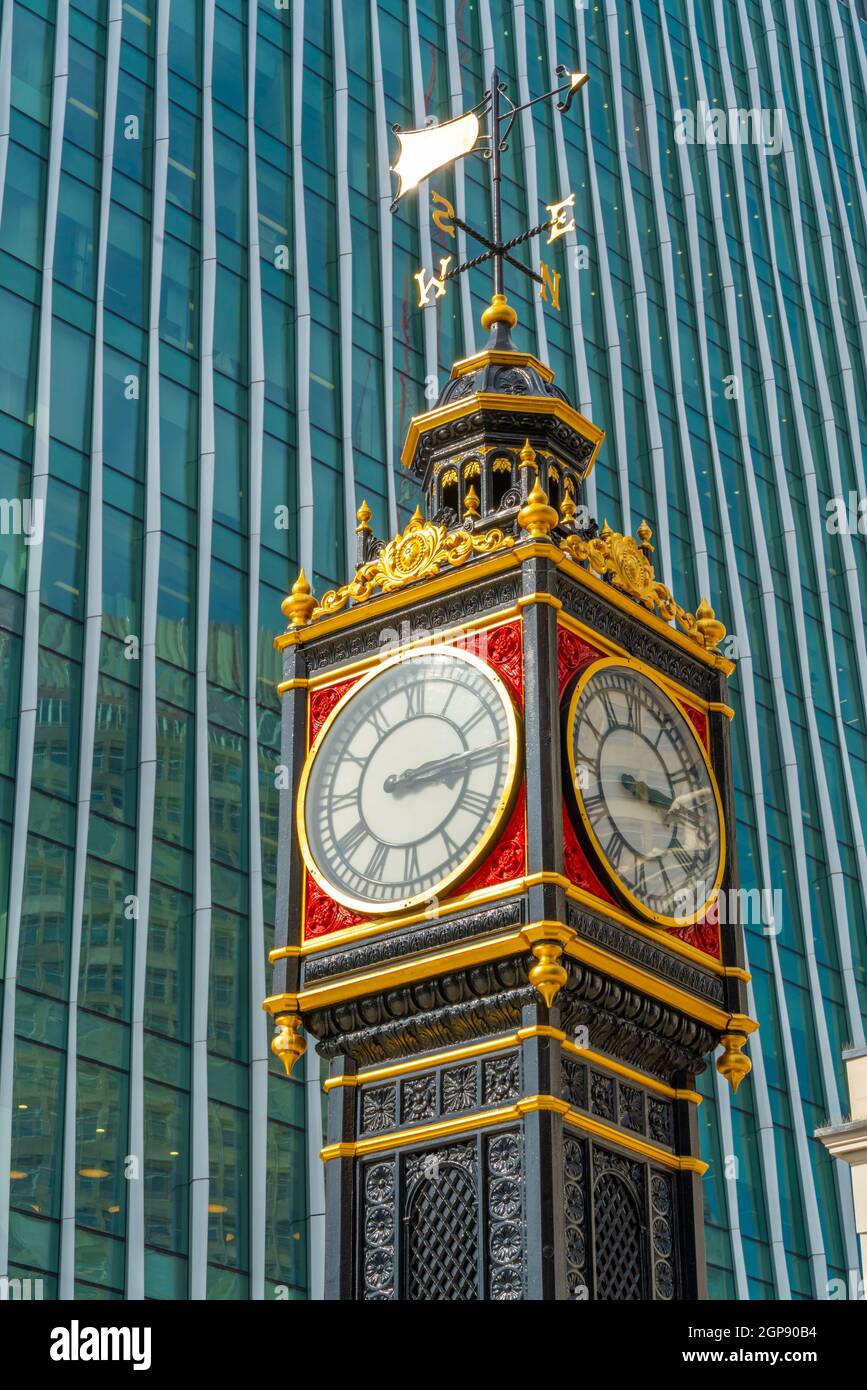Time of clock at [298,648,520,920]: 3:14
